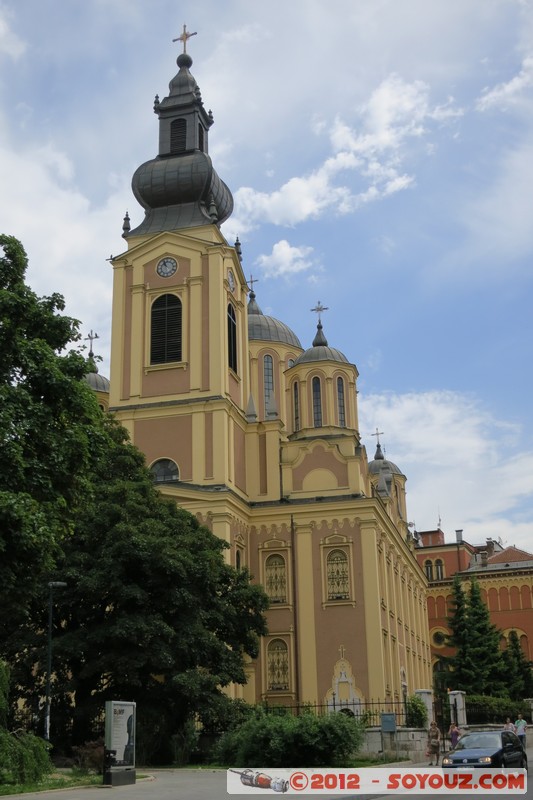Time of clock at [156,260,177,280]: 10:56
